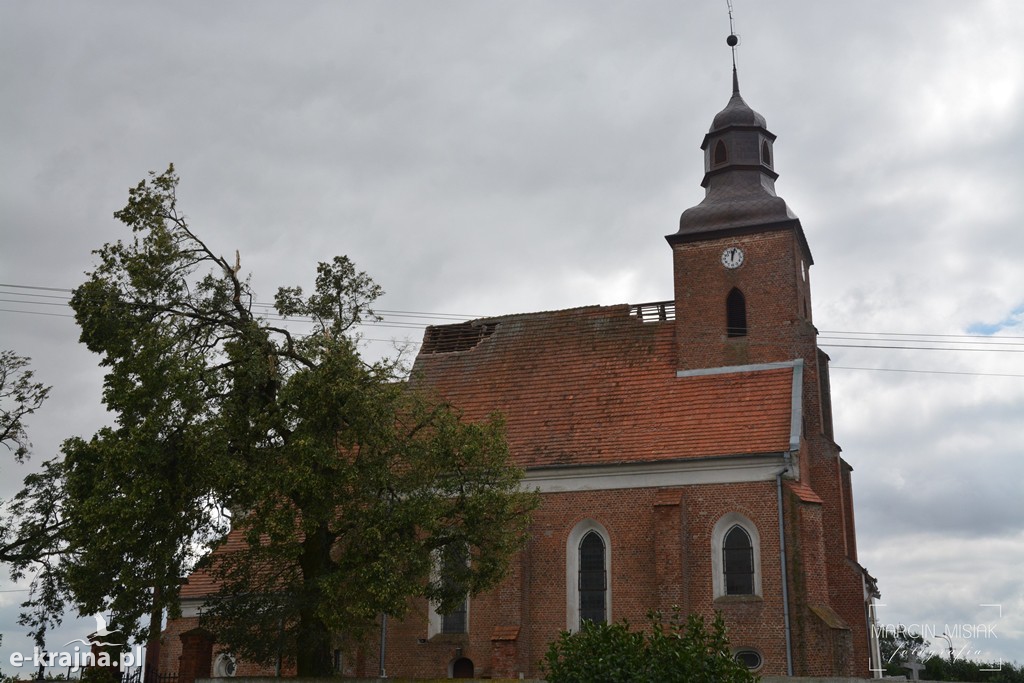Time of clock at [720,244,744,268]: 12:02
